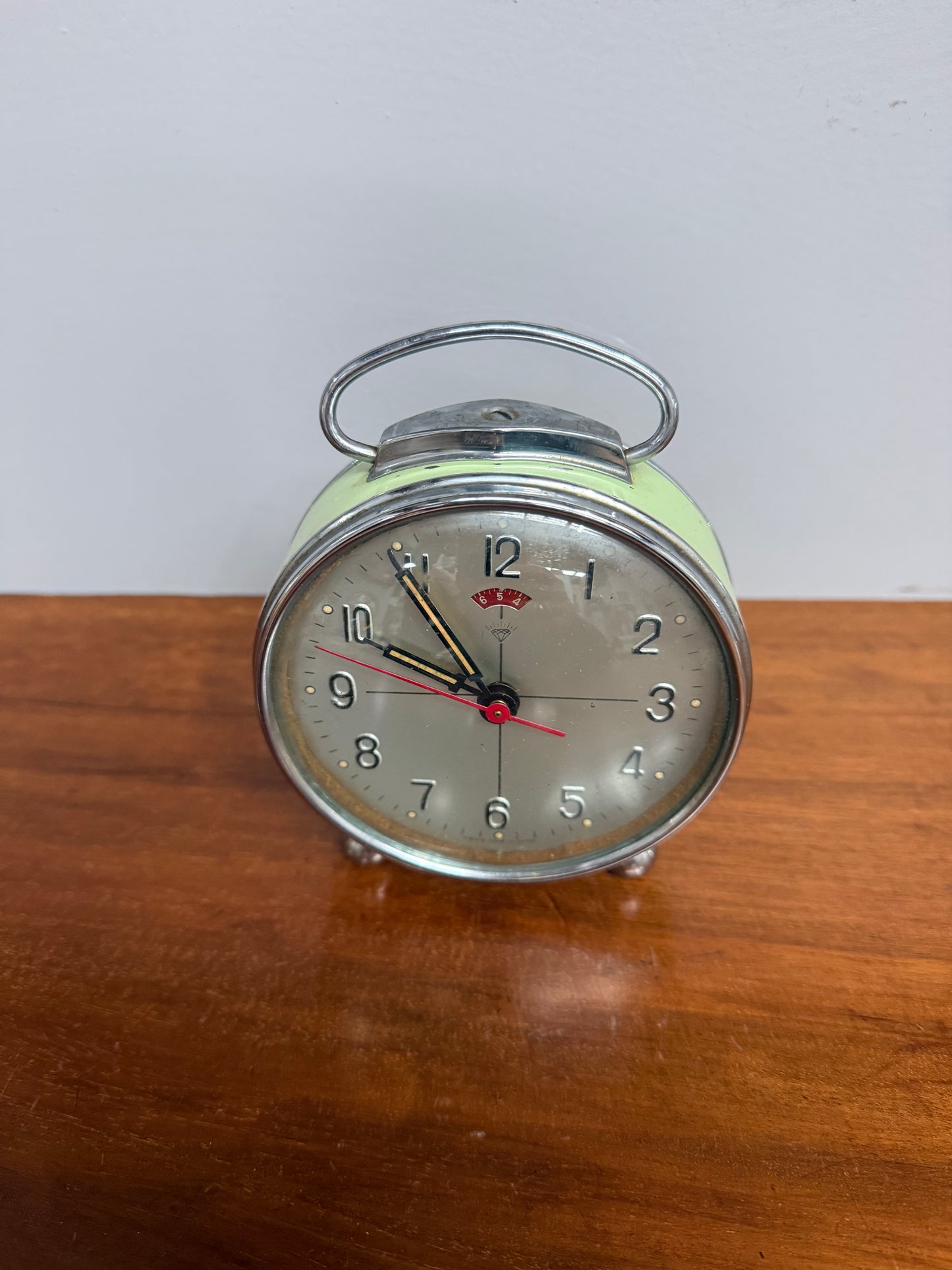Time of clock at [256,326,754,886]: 9:54
